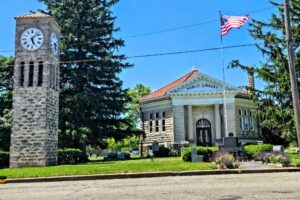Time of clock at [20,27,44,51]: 5:07
